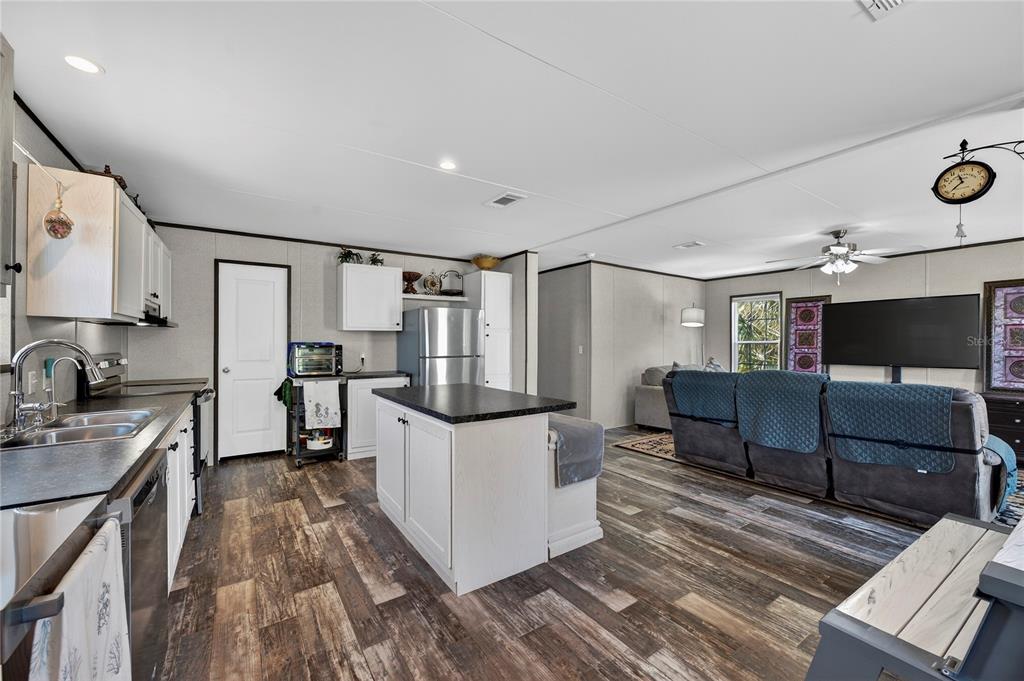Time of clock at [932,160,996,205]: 11:37
